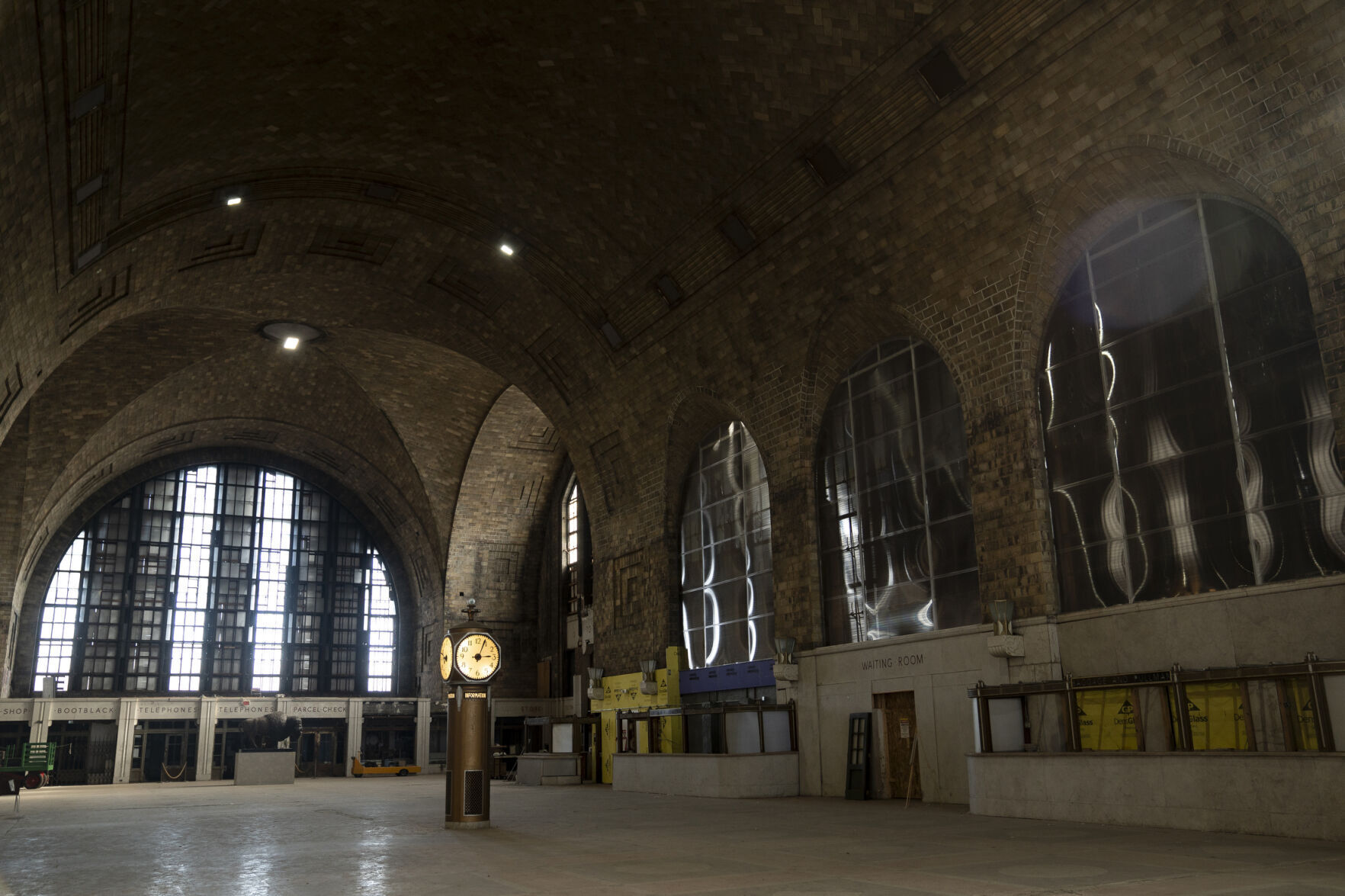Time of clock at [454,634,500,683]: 3:03
